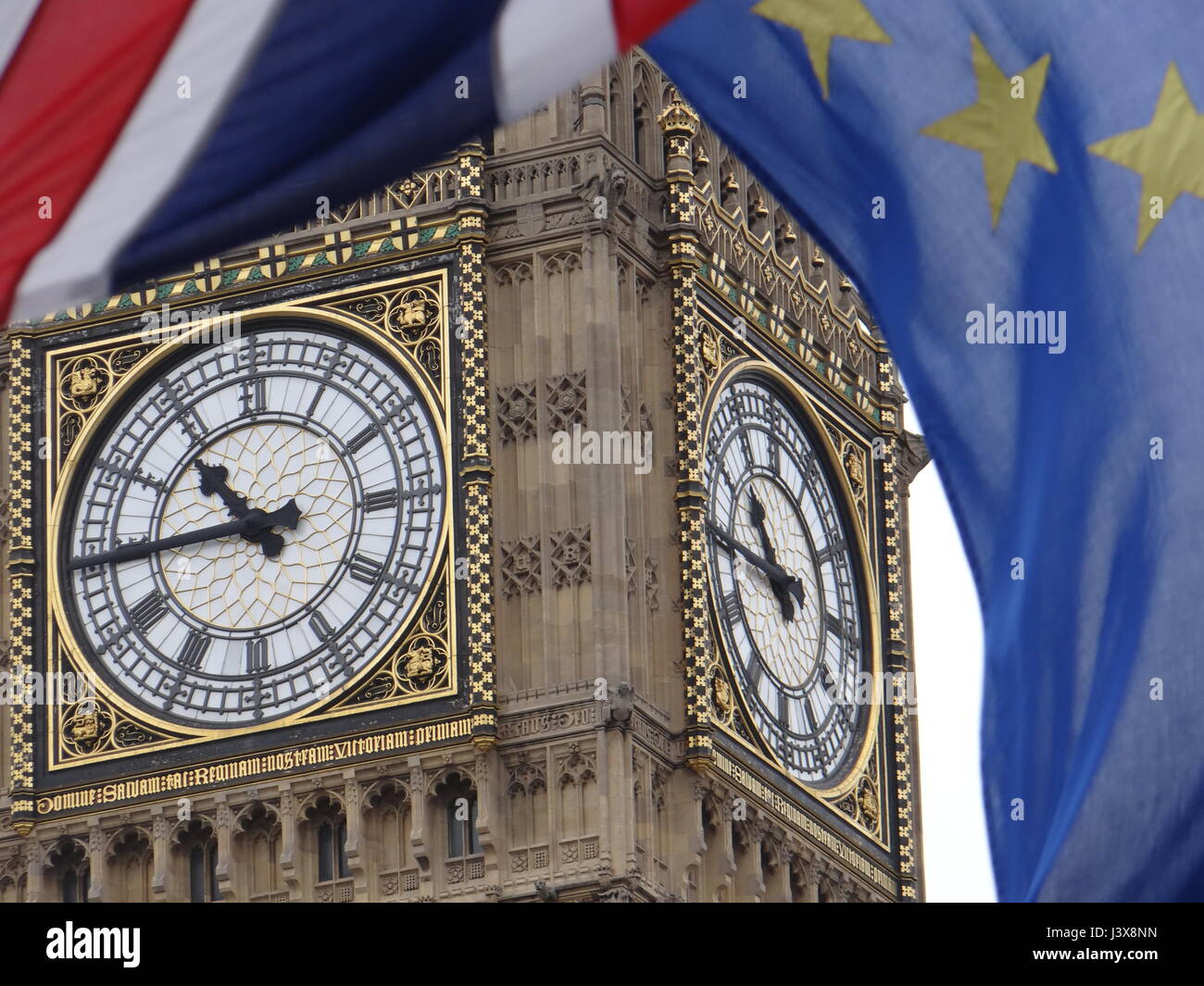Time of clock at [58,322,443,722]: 10:44
